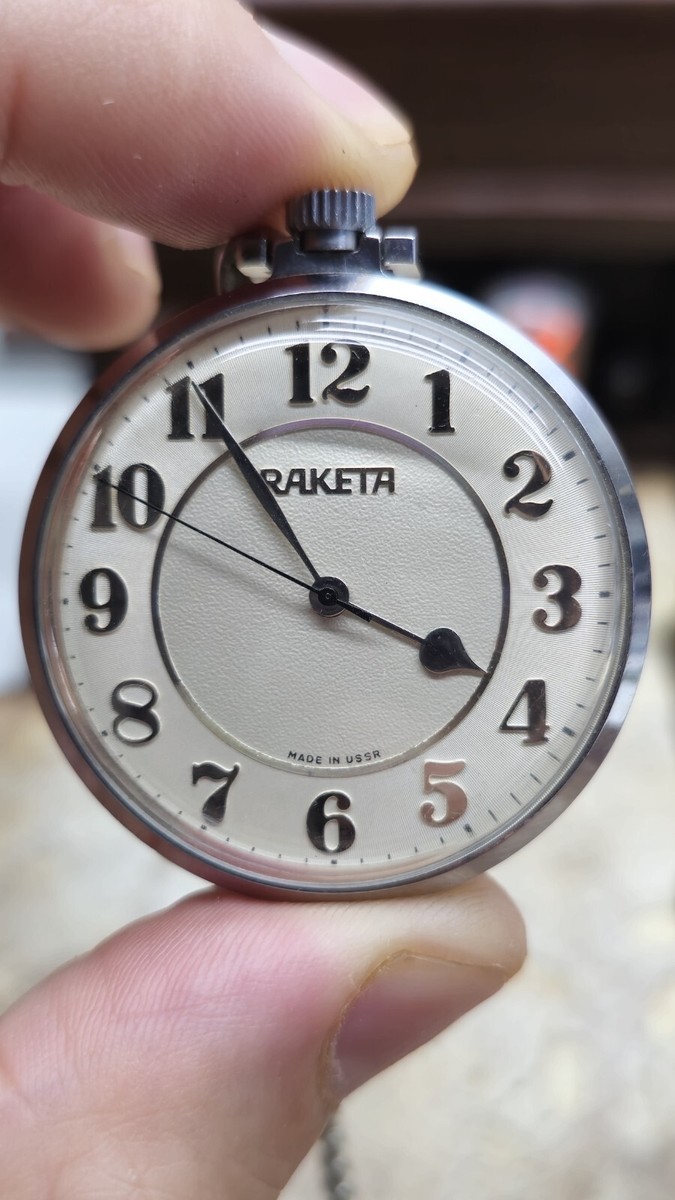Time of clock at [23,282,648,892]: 3:54
